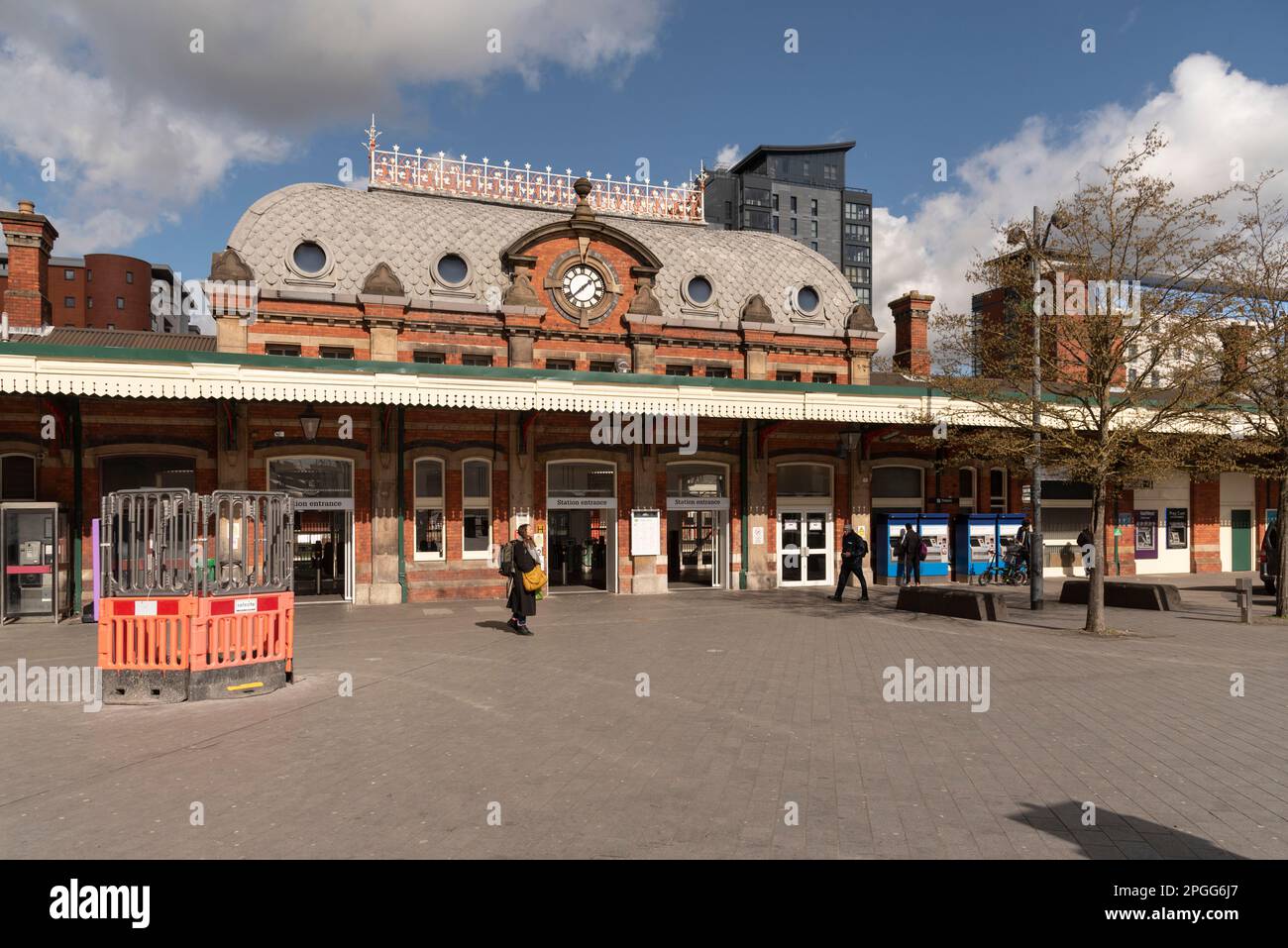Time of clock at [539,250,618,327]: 1:37
